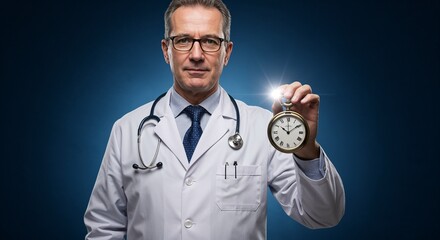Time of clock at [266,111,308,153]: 10:09
